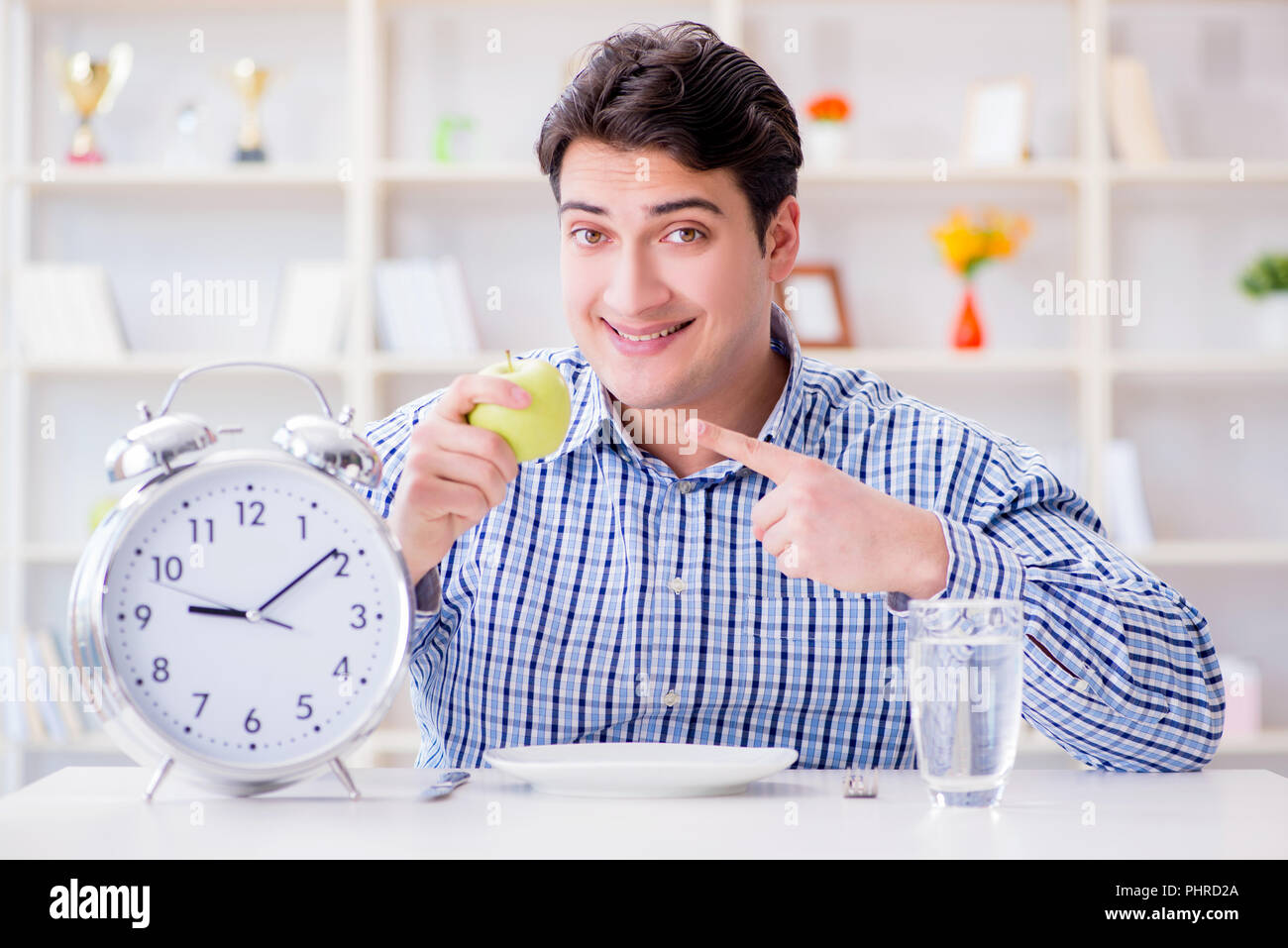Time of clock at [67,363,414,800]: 9:09
